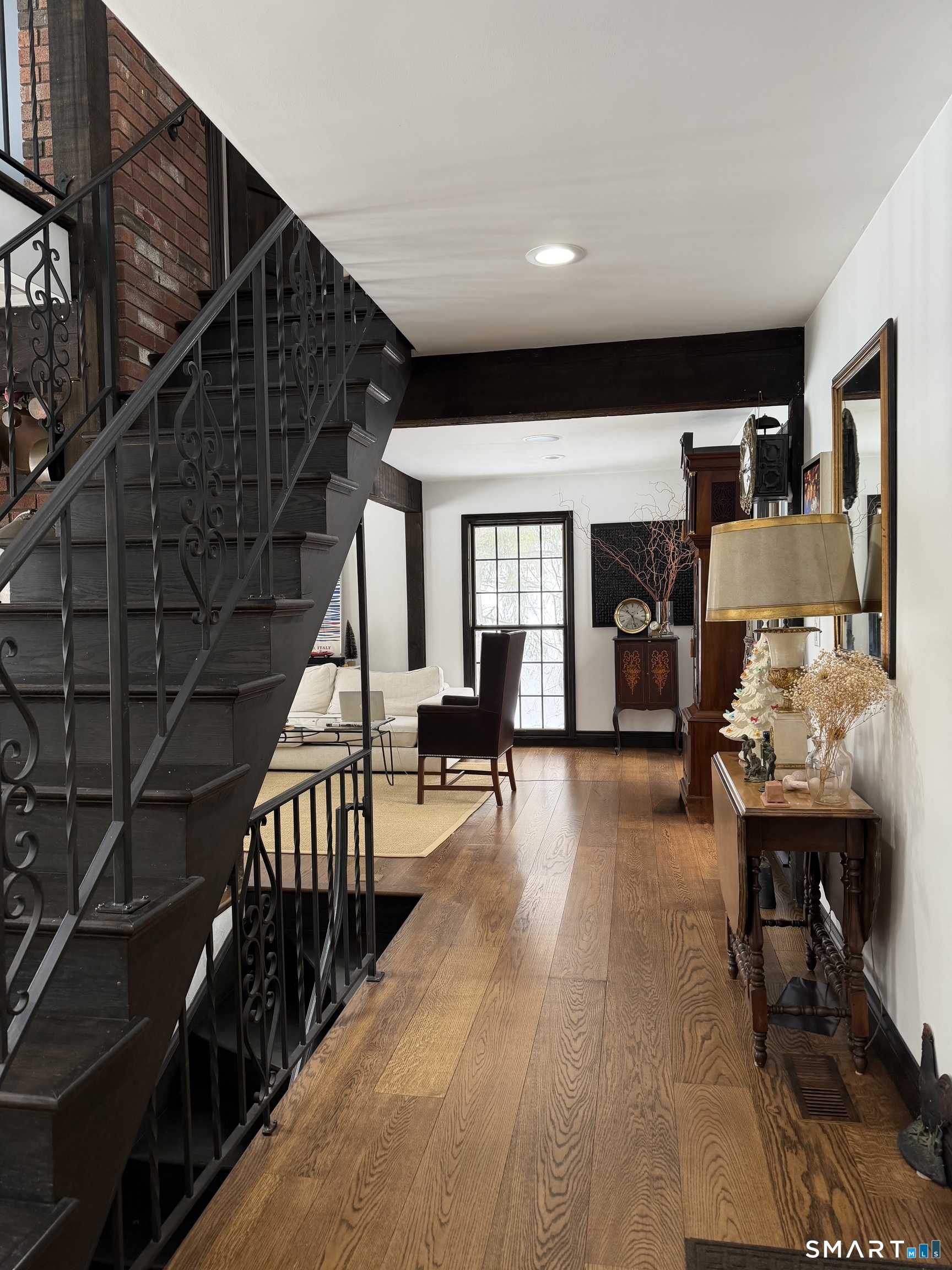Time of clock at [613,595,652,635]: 10:27
